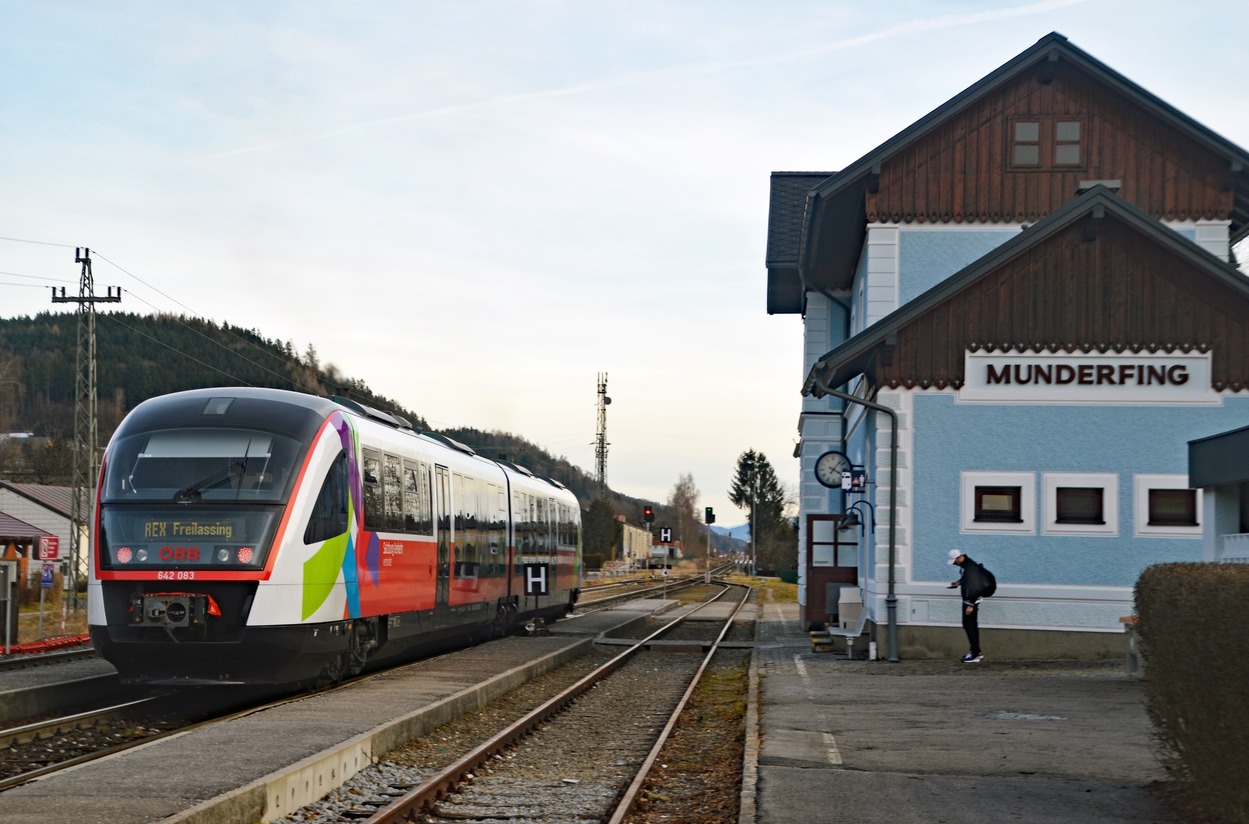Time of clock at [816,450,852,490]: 4:07
